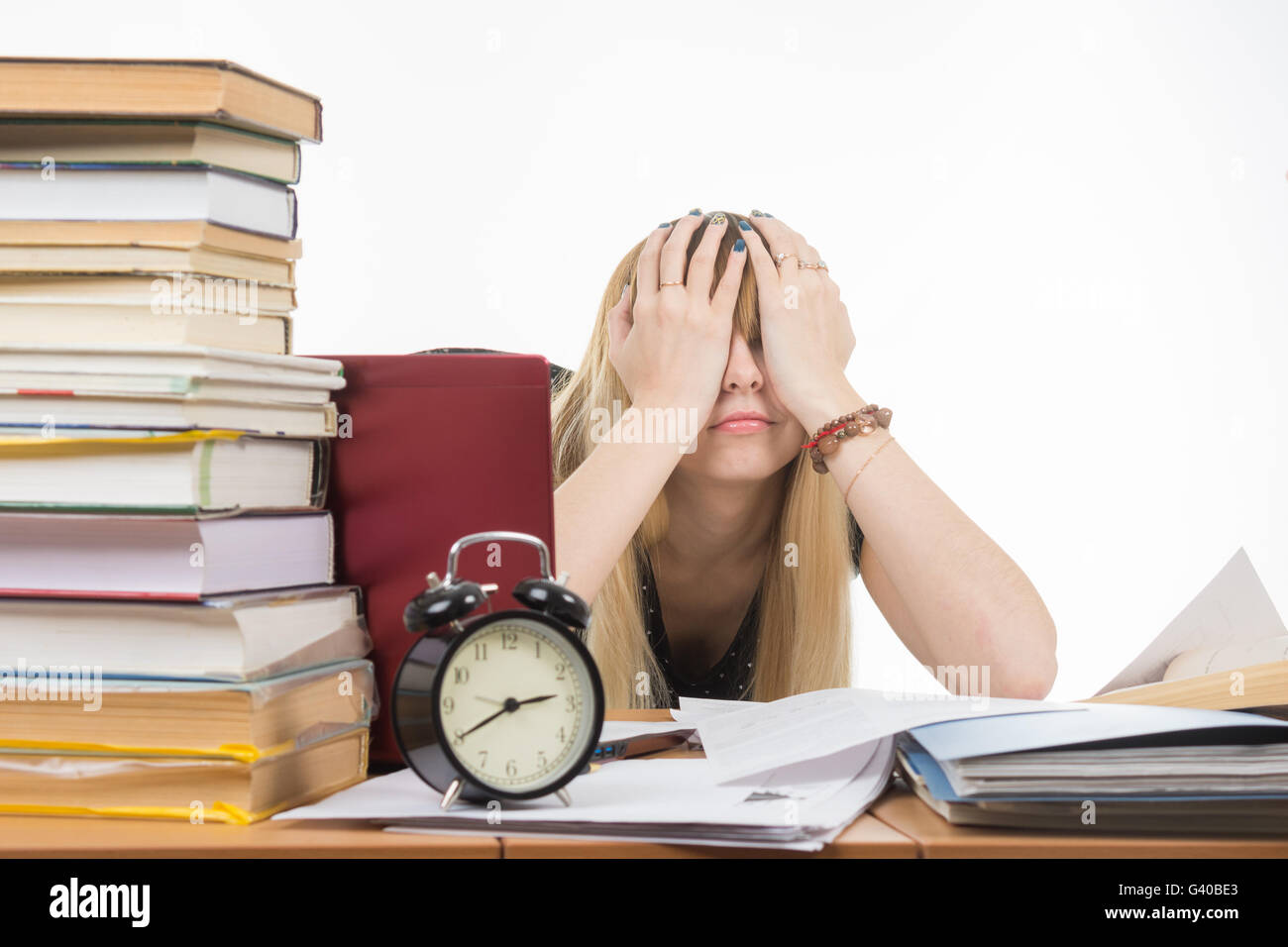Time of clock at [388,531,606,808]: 2:40
